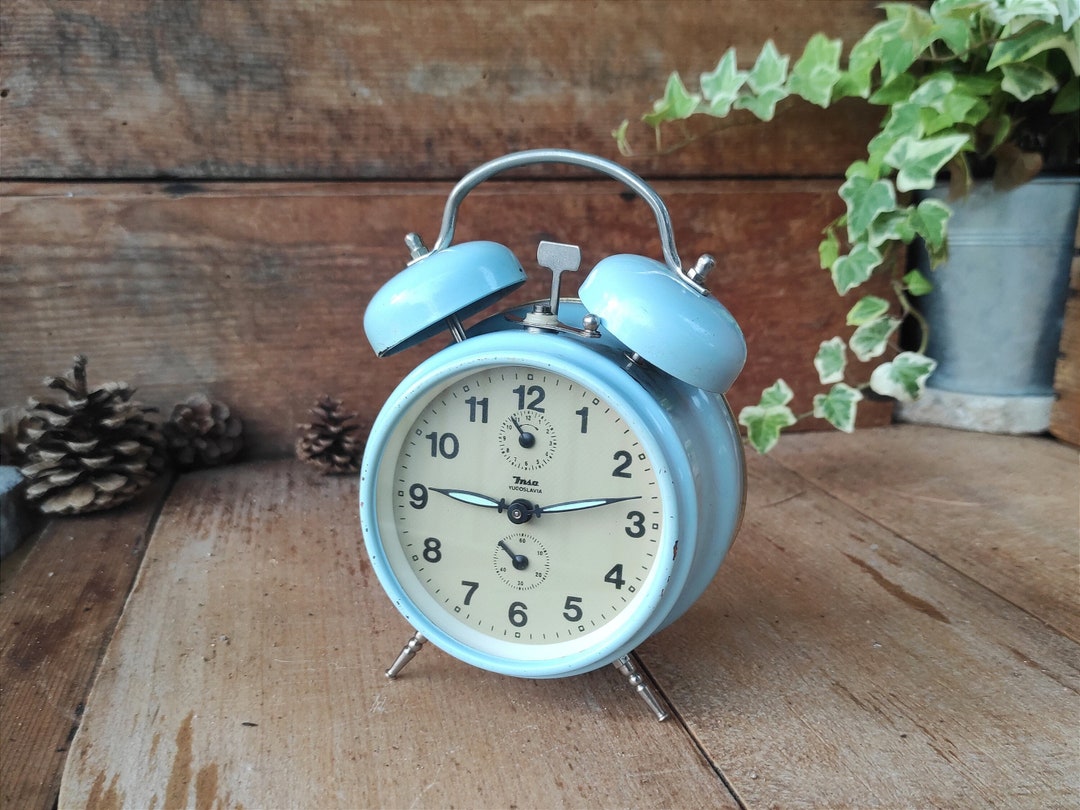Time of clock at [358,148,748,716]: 9:13
